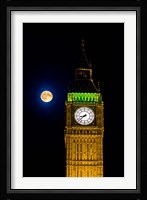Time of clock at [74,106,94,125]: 8:38
